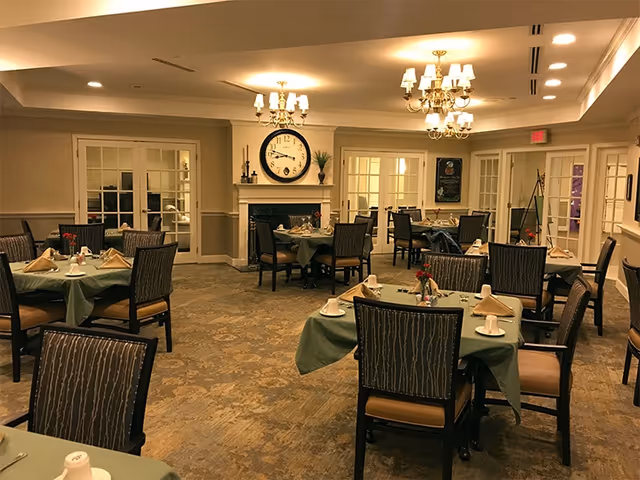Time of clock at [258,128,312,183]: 8:47
